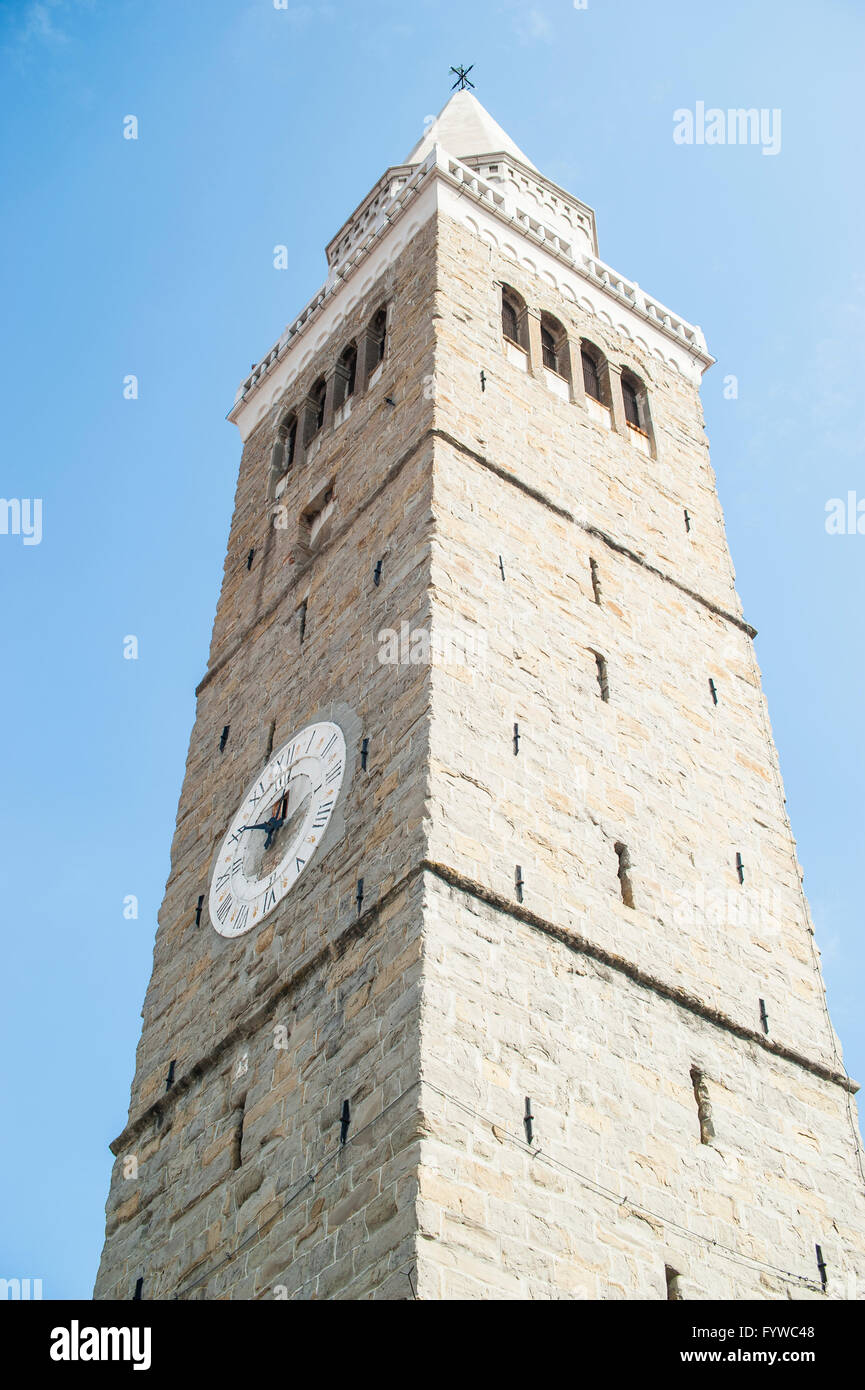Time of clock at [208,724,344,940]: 11:46
